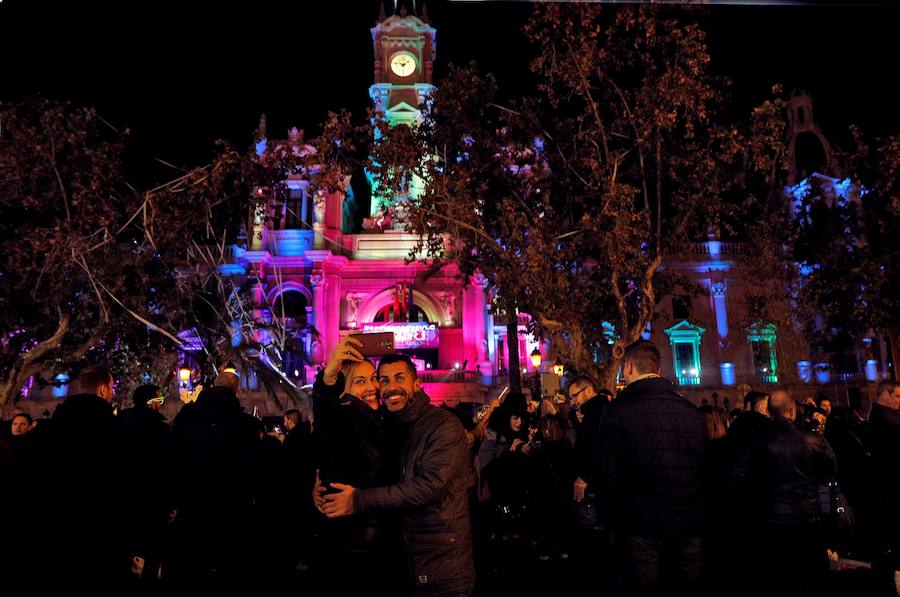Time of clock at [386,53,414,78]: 1:46
